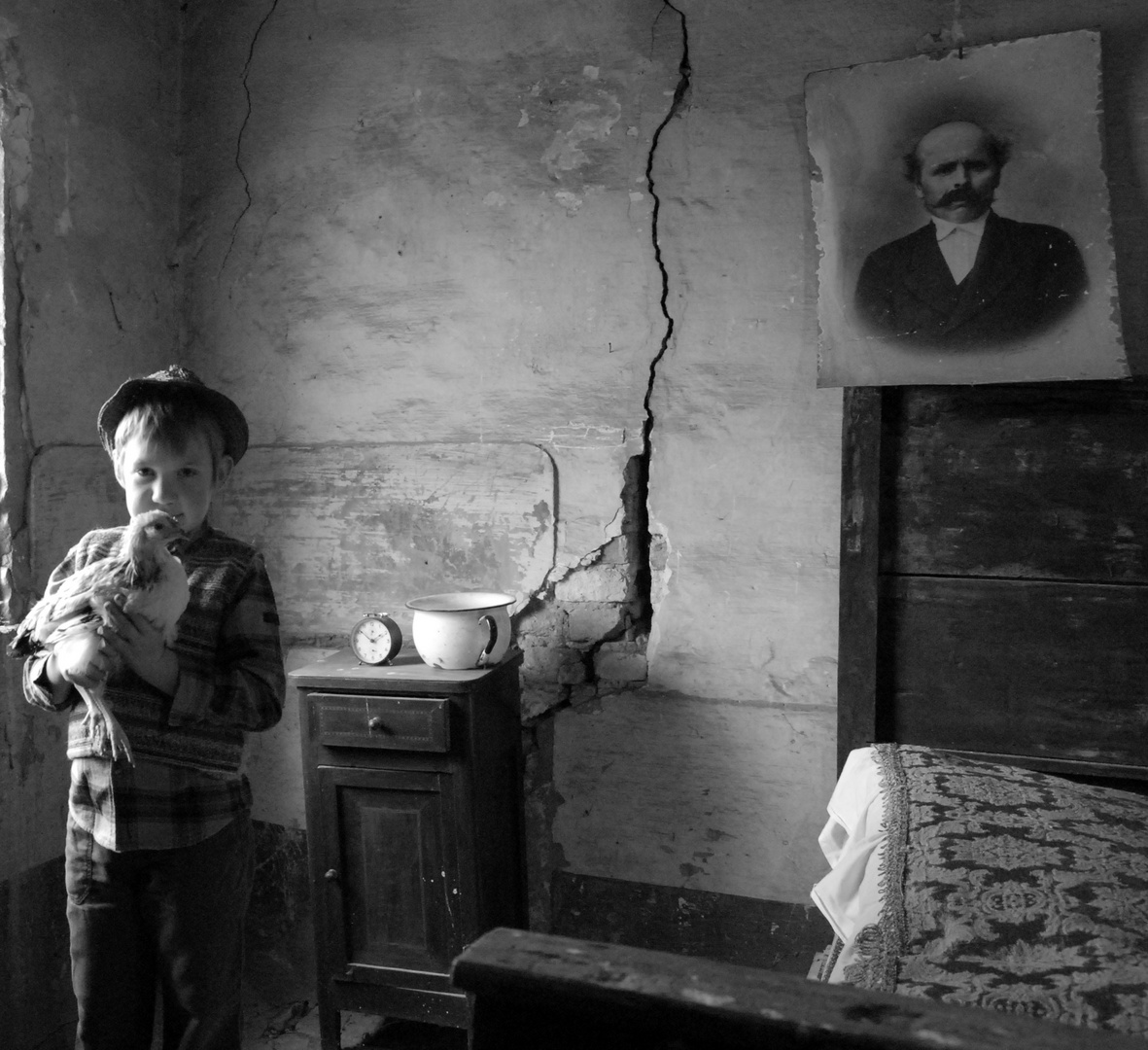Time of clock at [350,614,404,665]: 1:51
